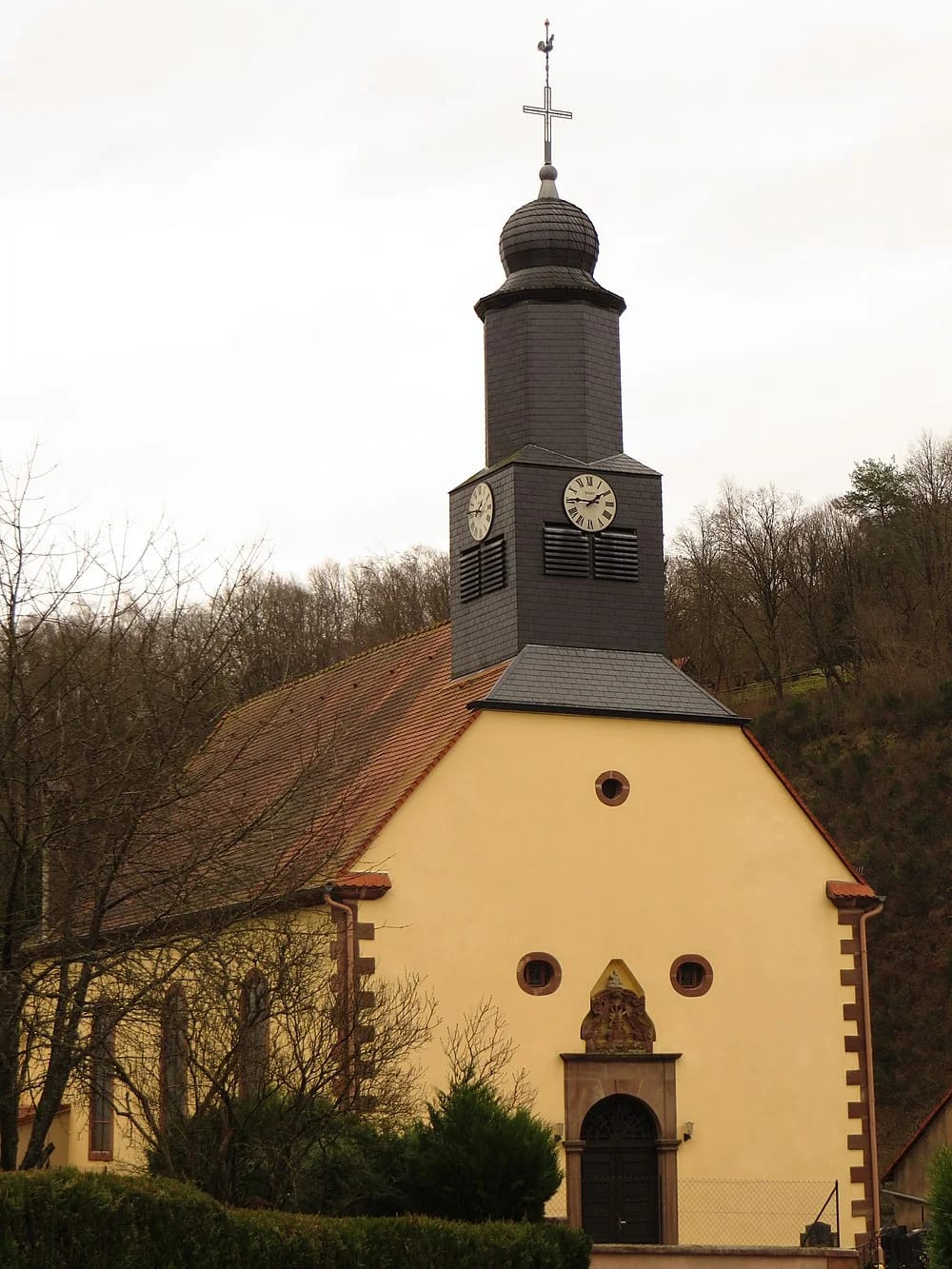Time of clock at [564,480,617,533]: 1:45
